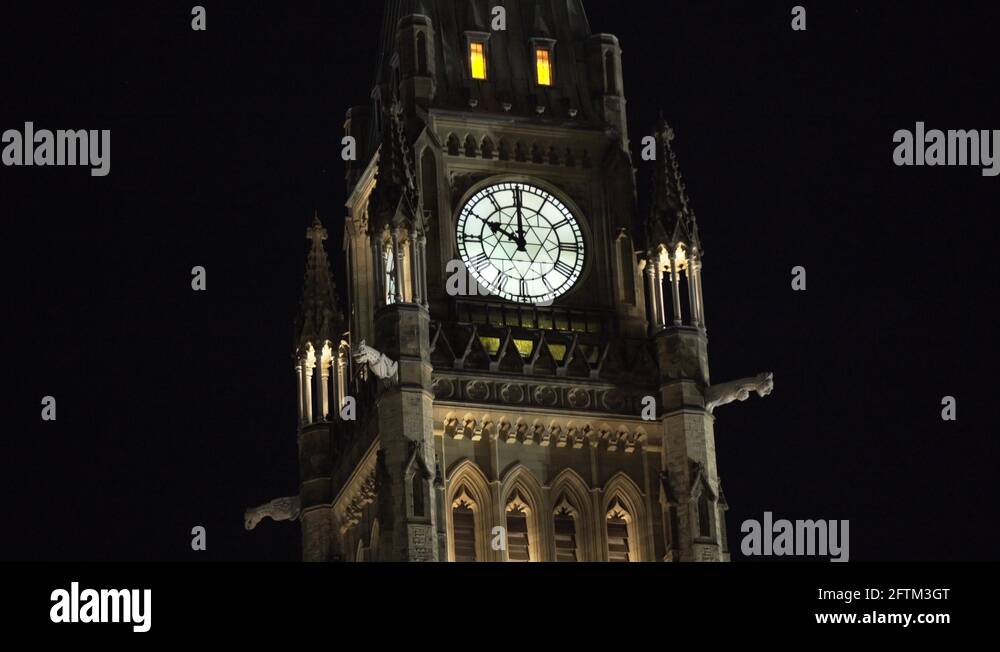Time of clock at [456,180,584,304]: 9:59
